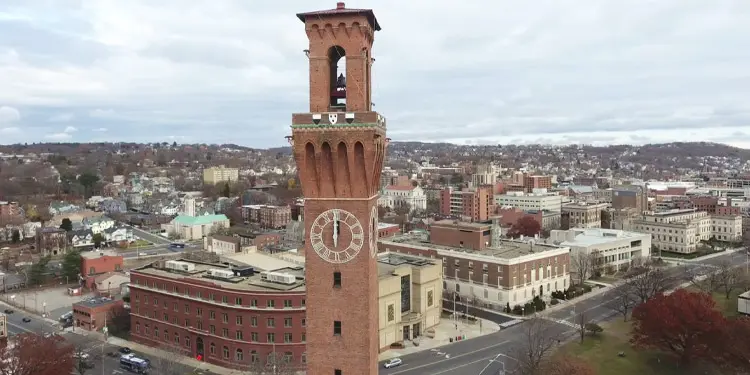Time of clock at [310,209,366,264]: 11:59
